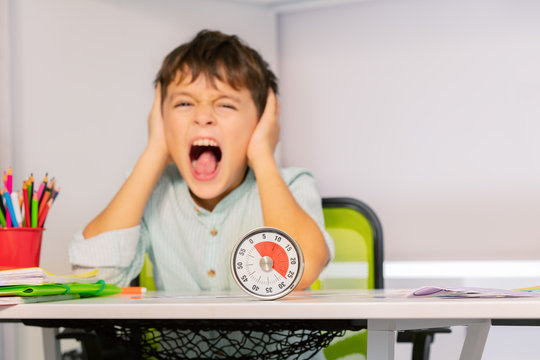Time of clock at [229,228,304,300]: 4:22
